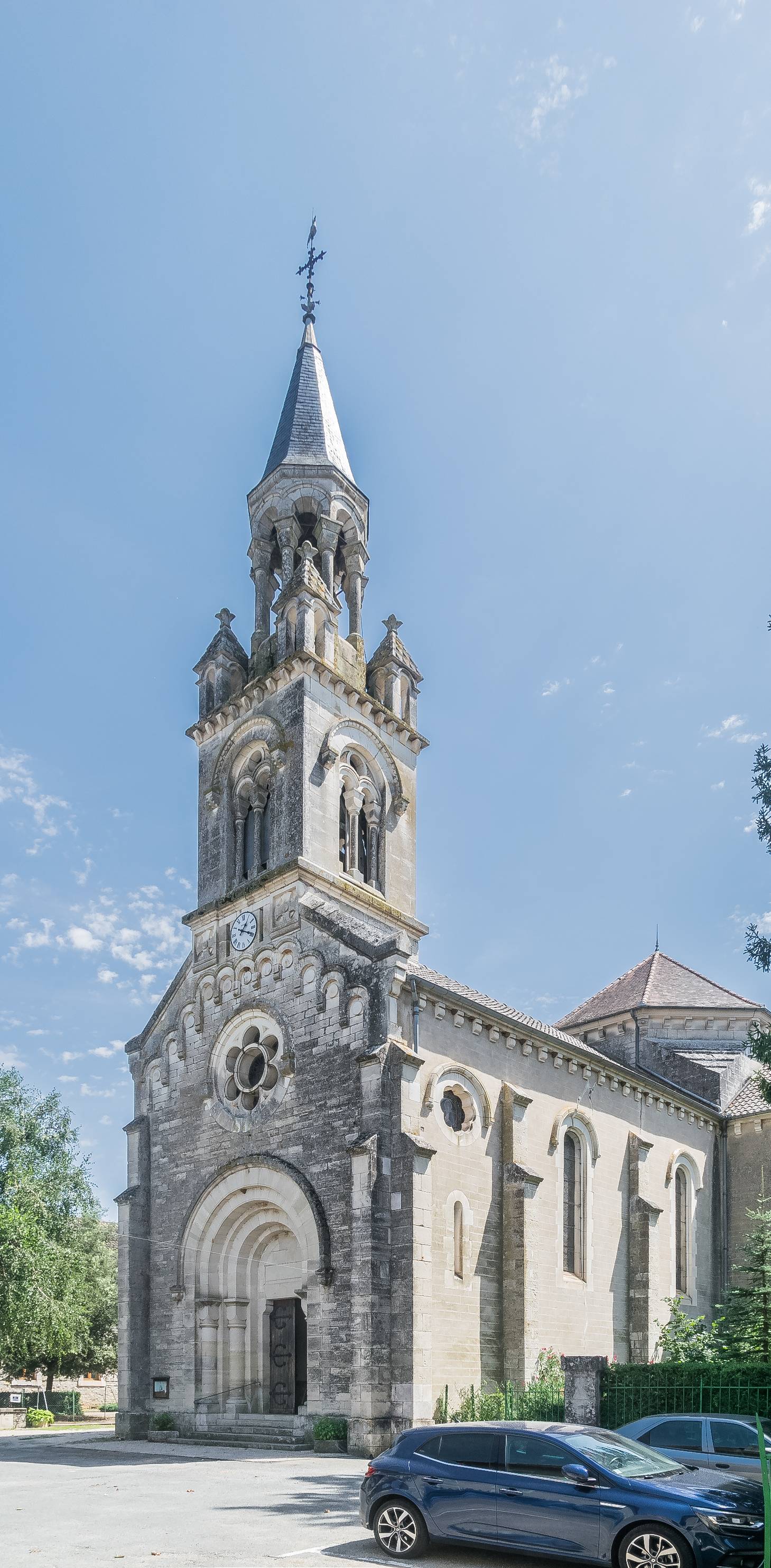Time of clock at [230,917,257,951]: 1:18
